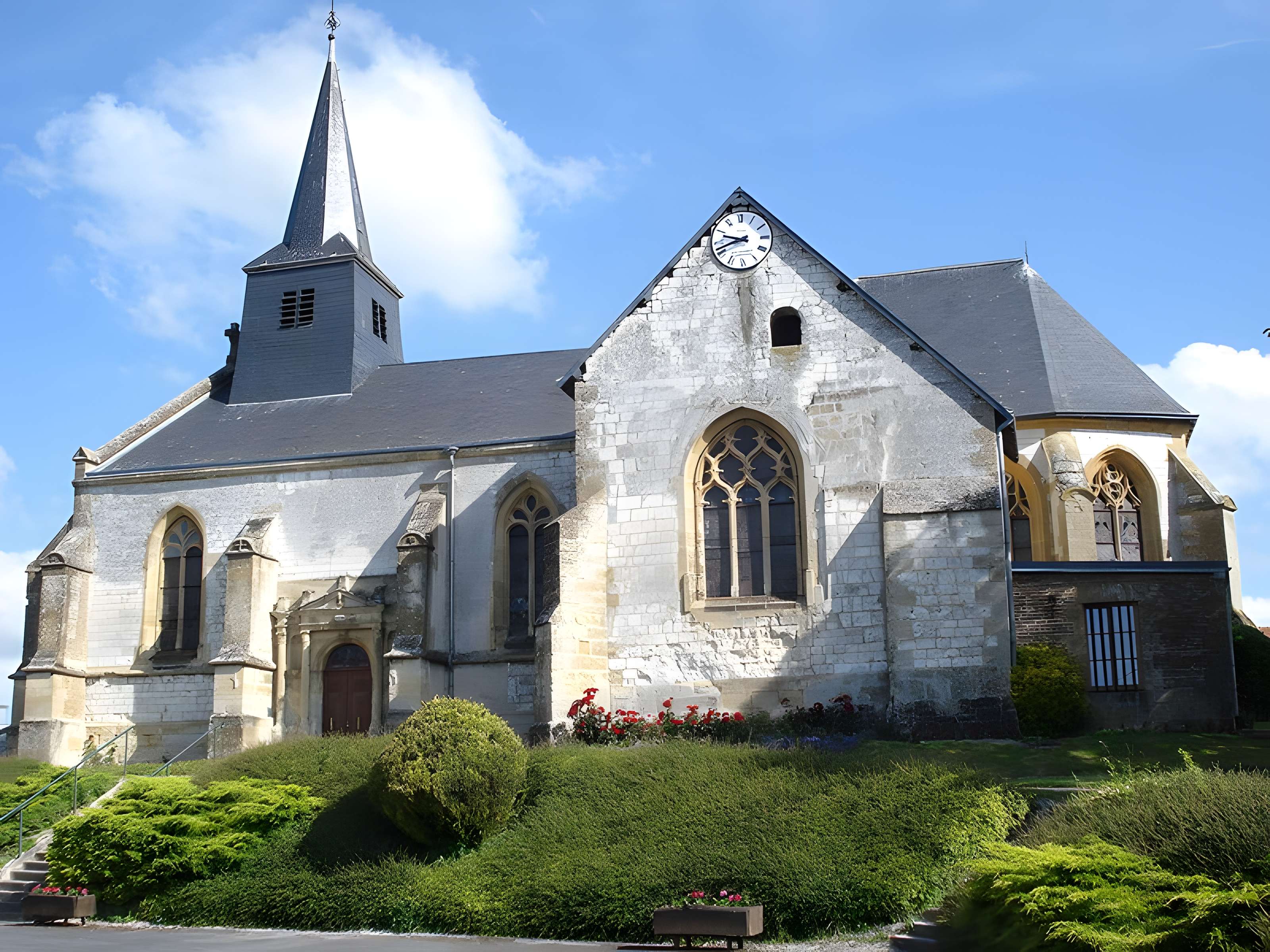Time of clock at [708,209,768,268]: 9:42
